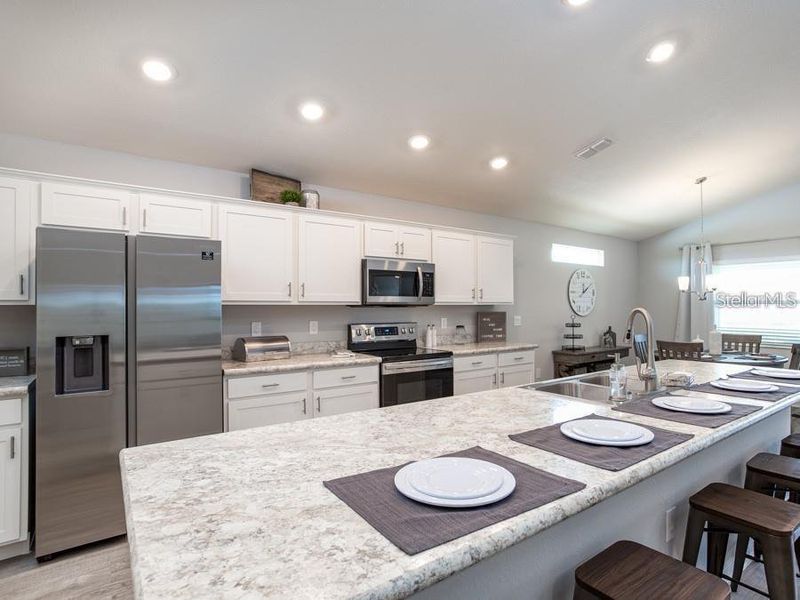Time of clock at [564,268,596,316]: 12:09
